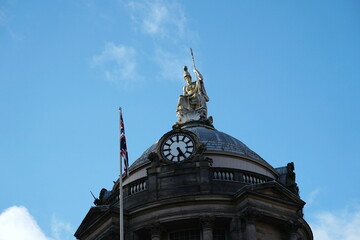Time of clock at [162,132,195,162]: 5:24
